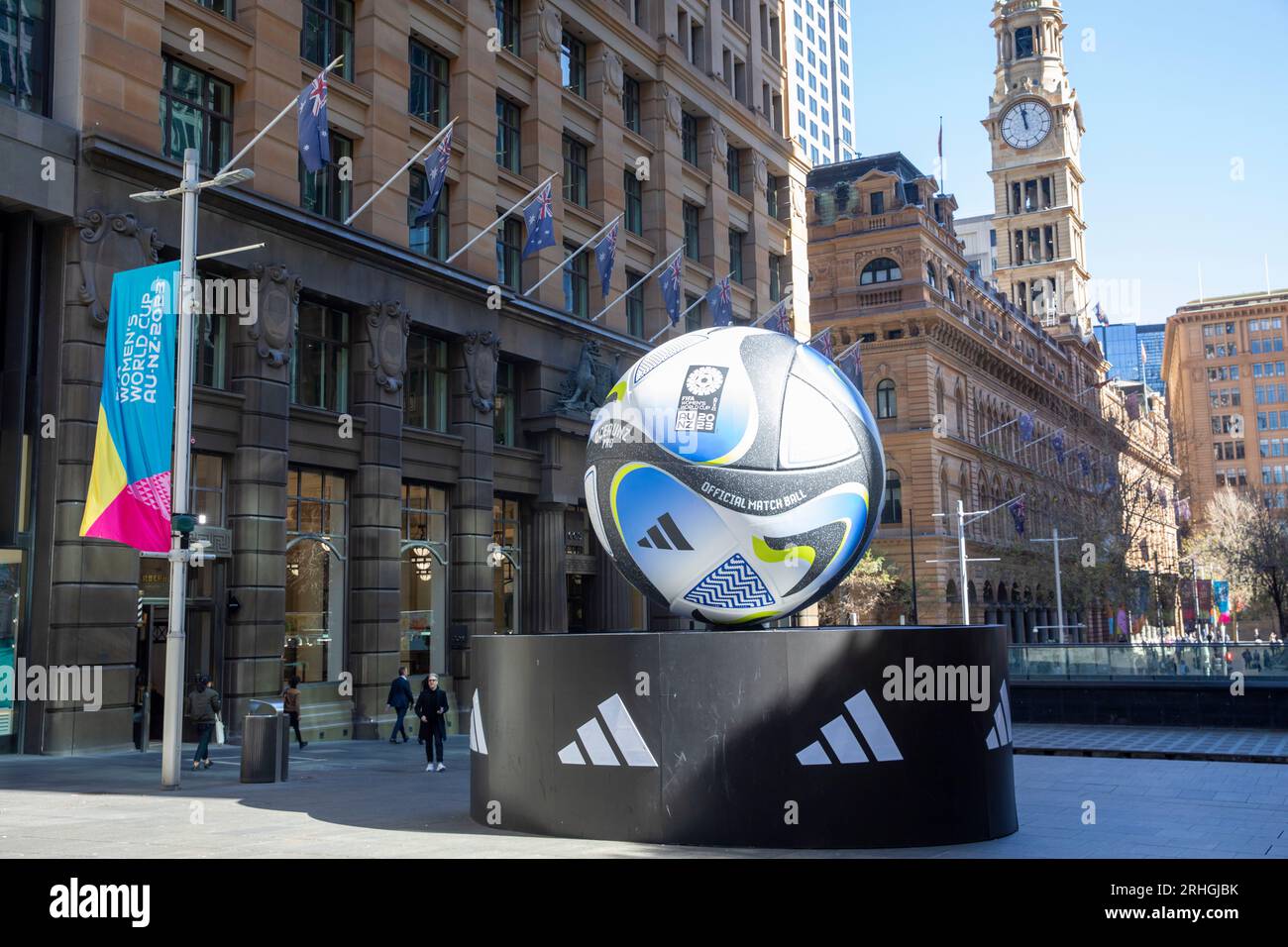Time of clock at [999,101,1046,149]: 11:58
